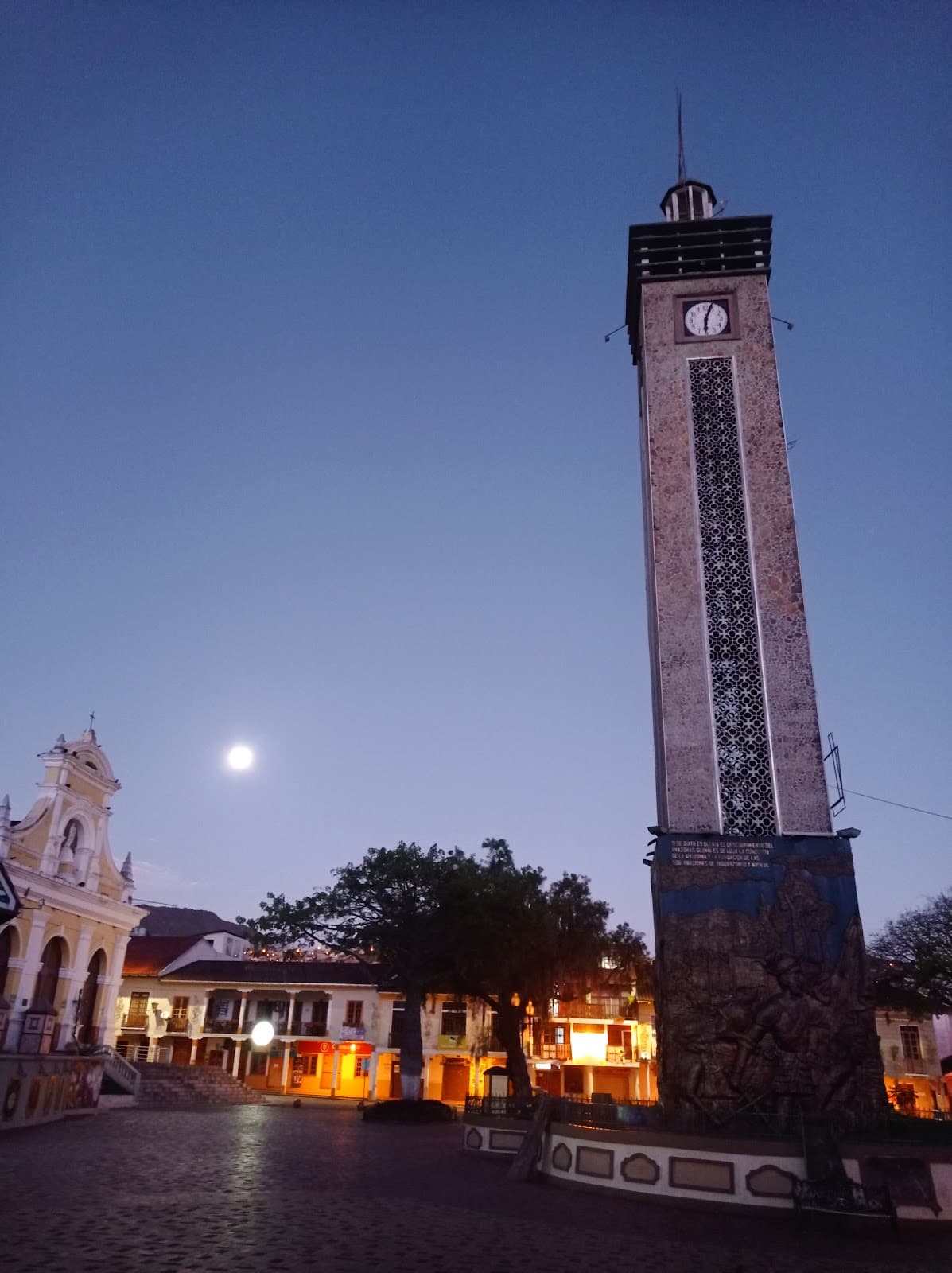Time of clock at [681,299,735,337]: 6:03
